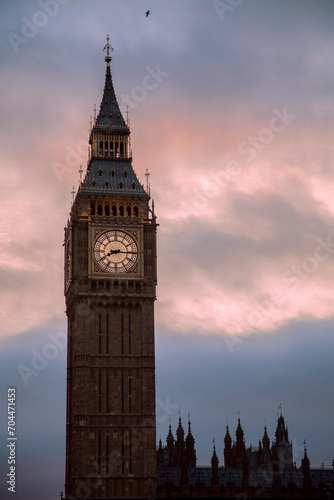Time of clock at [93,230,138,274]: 8:15
